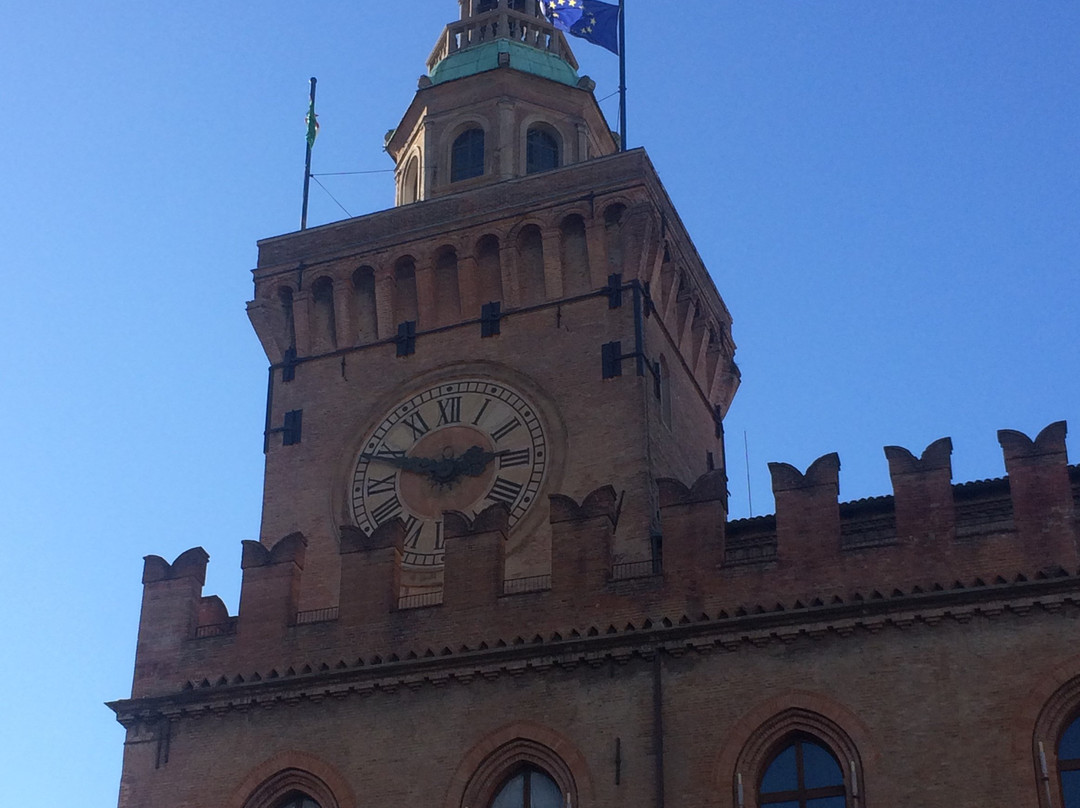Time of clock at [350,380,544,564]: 2:48
